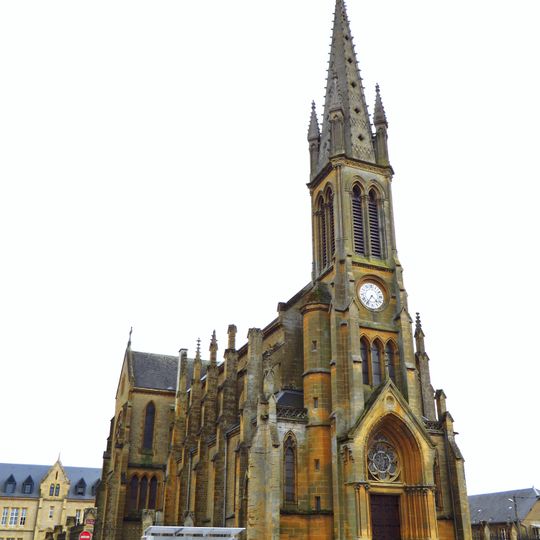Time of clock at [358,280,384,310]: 4:35
